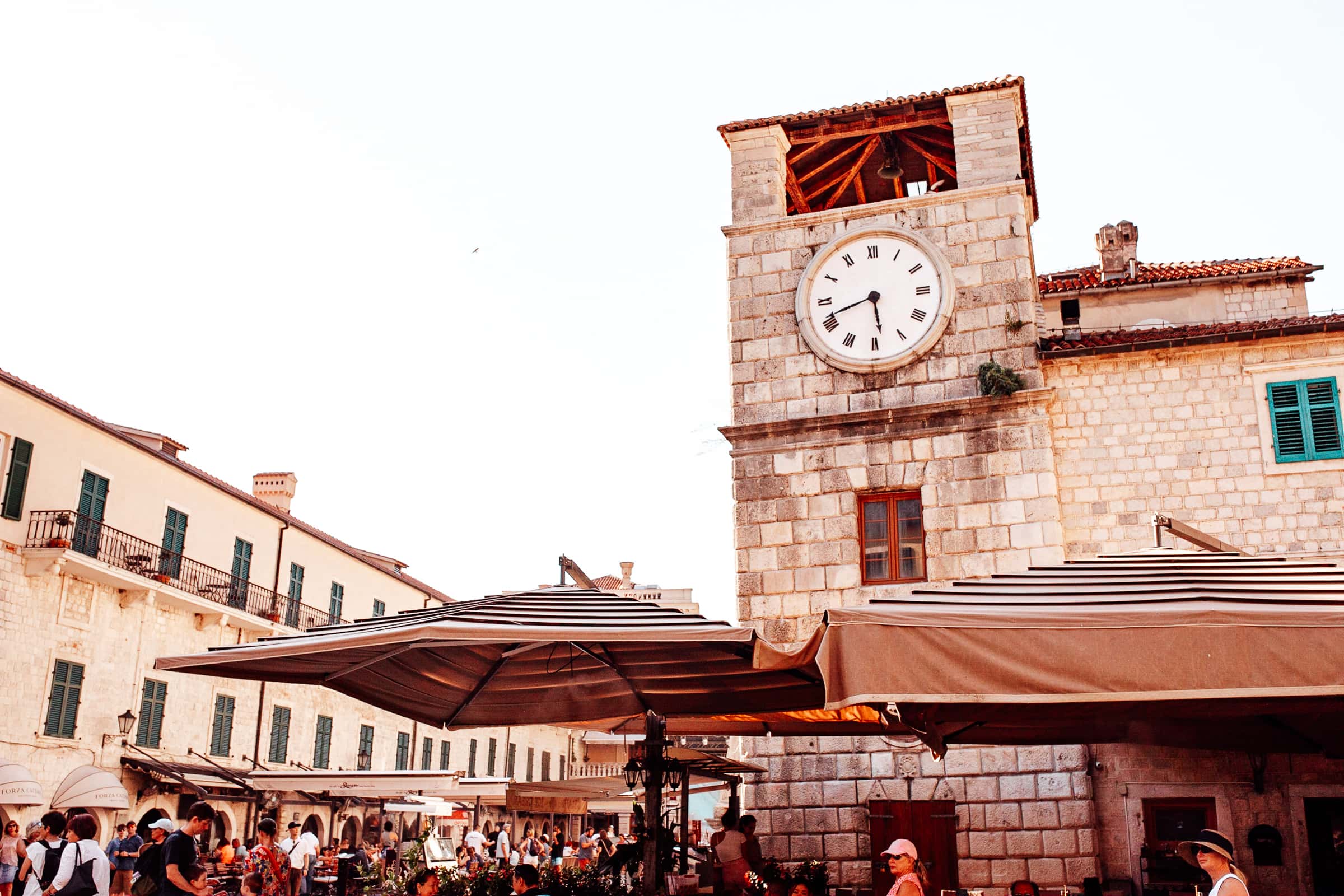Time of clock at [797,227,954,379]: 5:41
